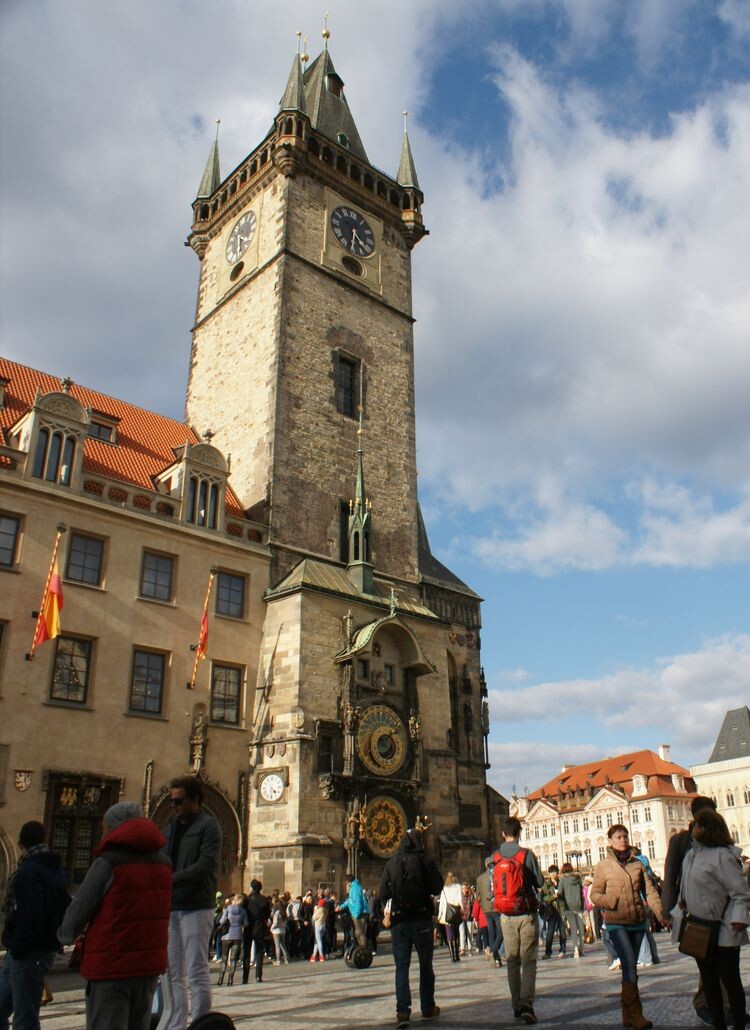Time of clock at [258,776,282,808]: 4:31
